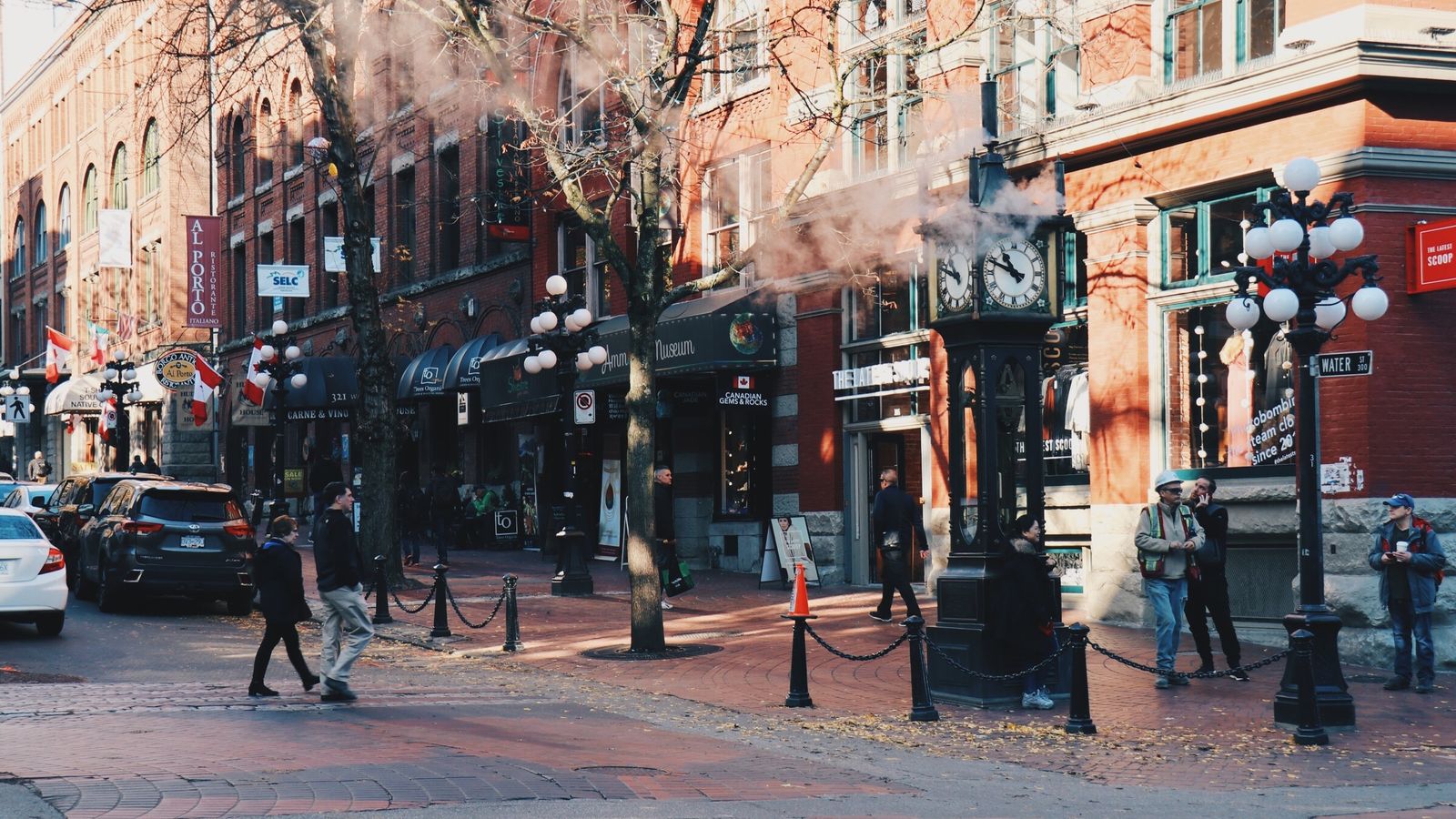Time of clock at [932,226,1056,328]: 10:48
